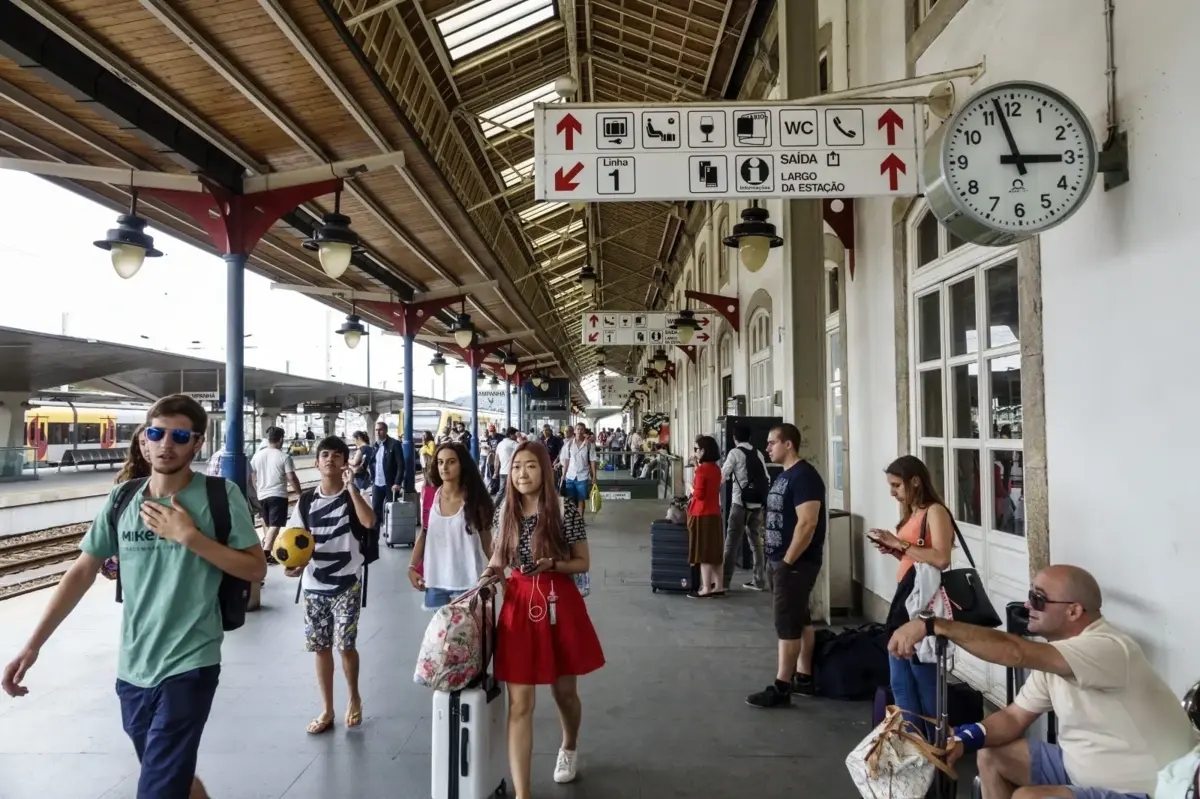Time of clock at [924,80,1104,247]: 2:57
